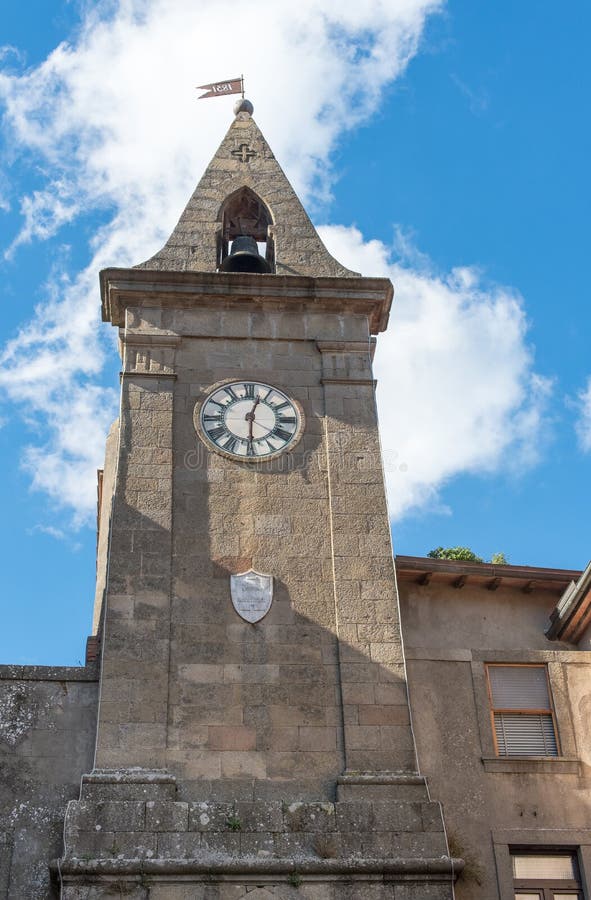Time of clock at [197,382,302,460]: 12:29
